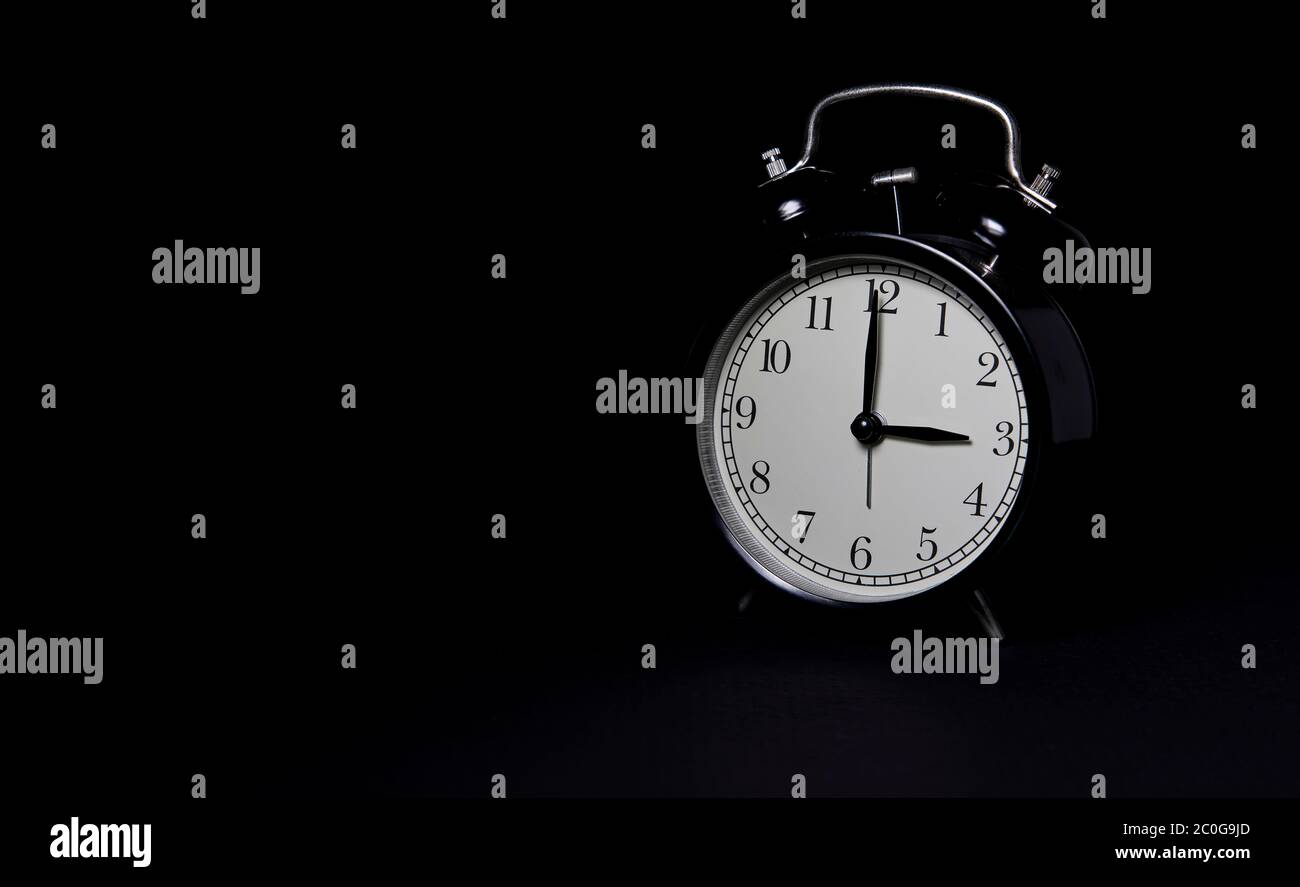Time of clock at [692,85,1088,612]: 2:59
